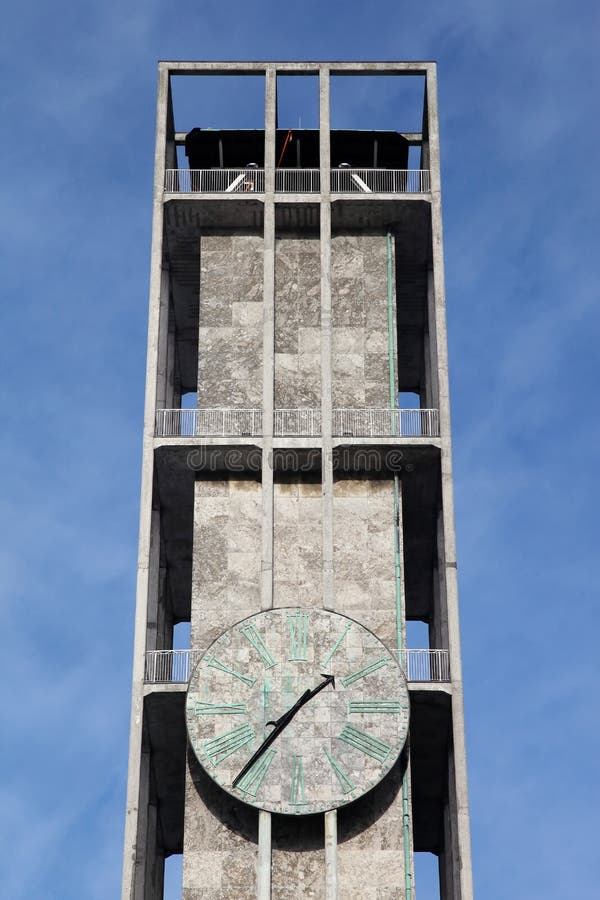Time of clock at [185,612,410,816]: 1:36
